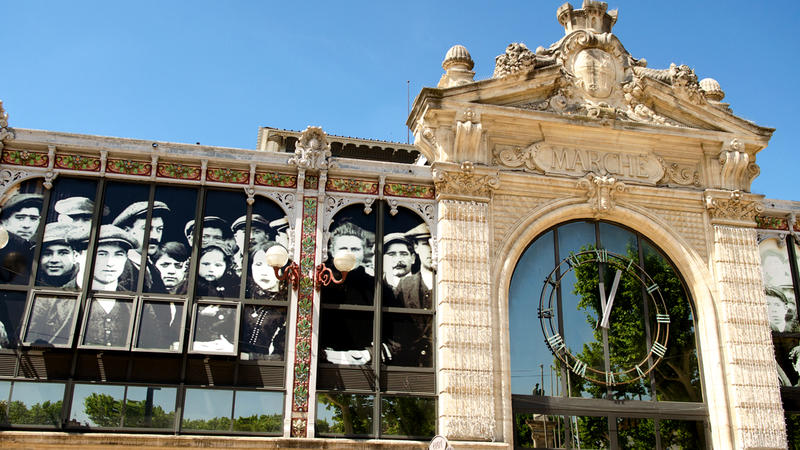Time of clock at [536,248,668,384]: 12:04
